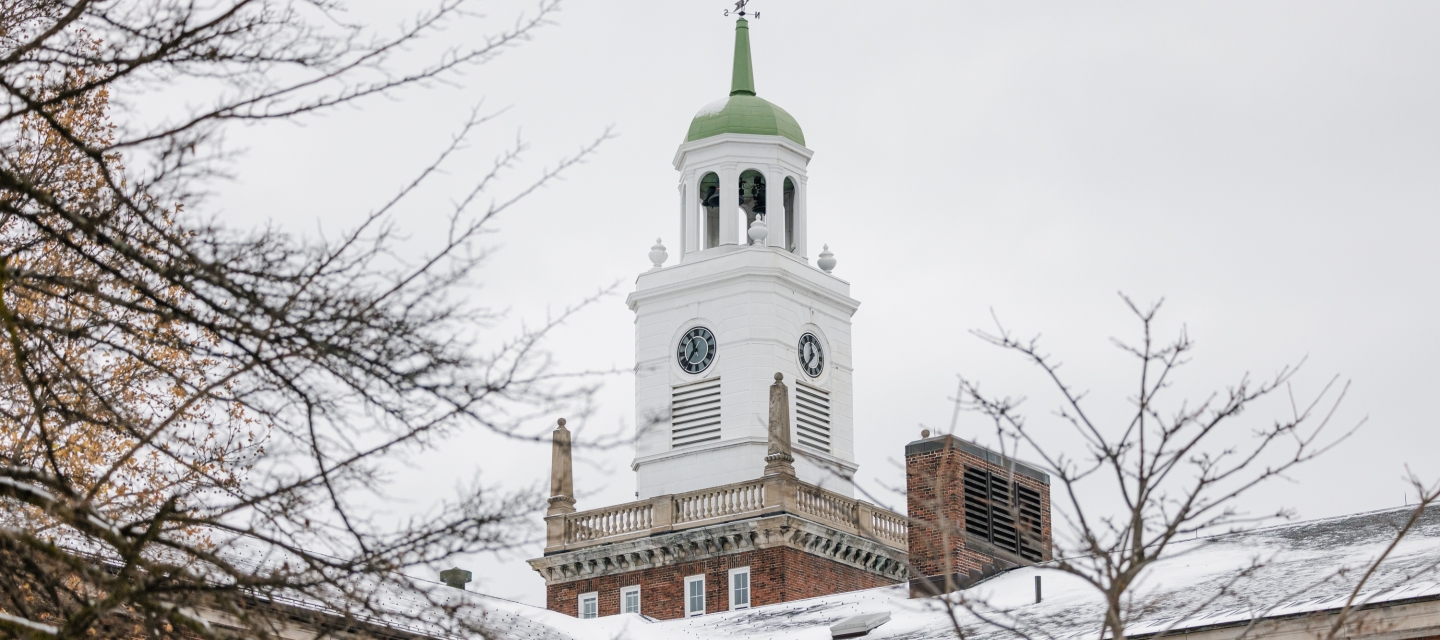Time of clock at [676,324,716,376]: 11:36
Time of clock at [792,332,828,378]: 6:59
